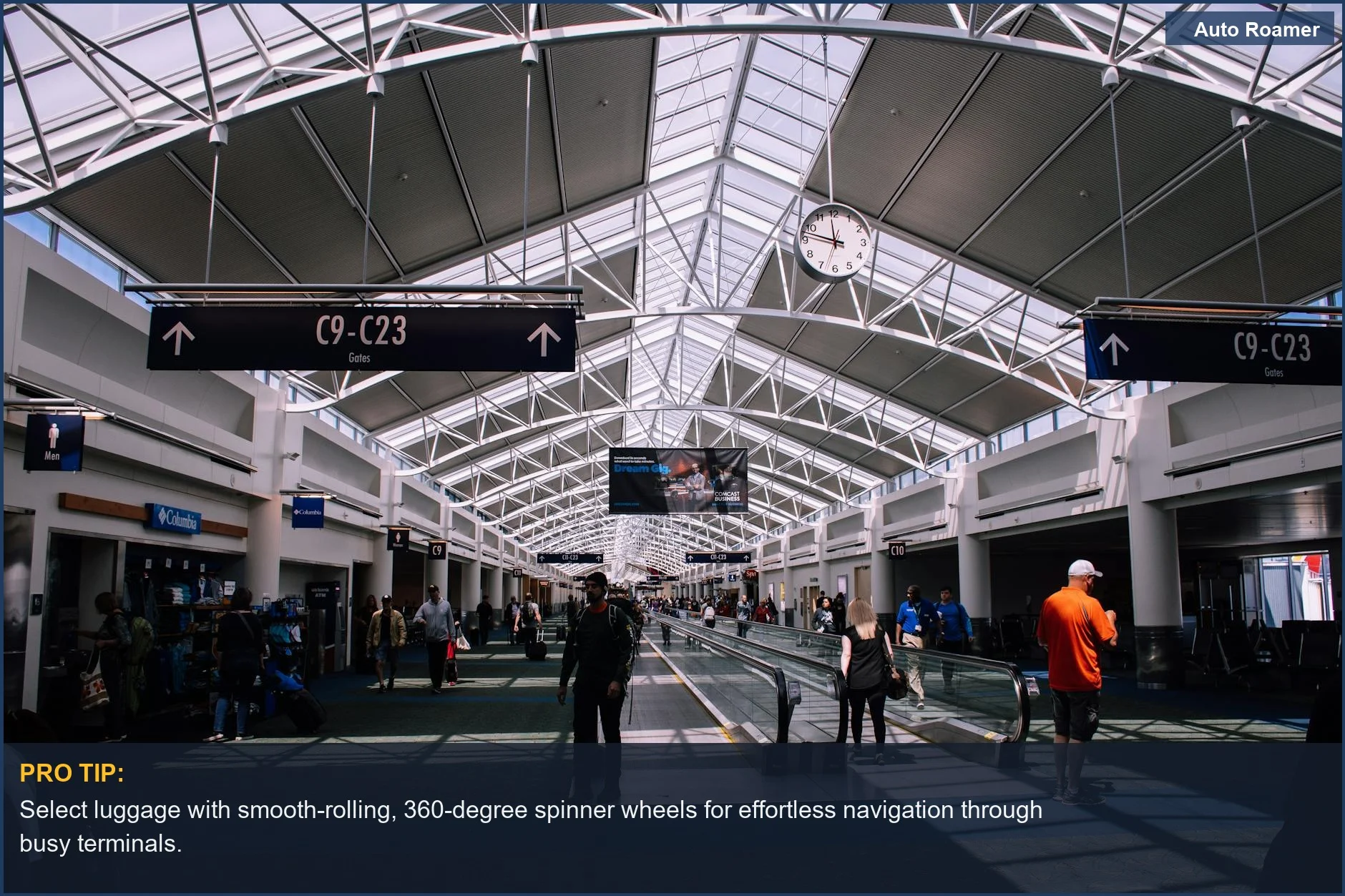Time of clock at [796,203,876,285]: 11:47
